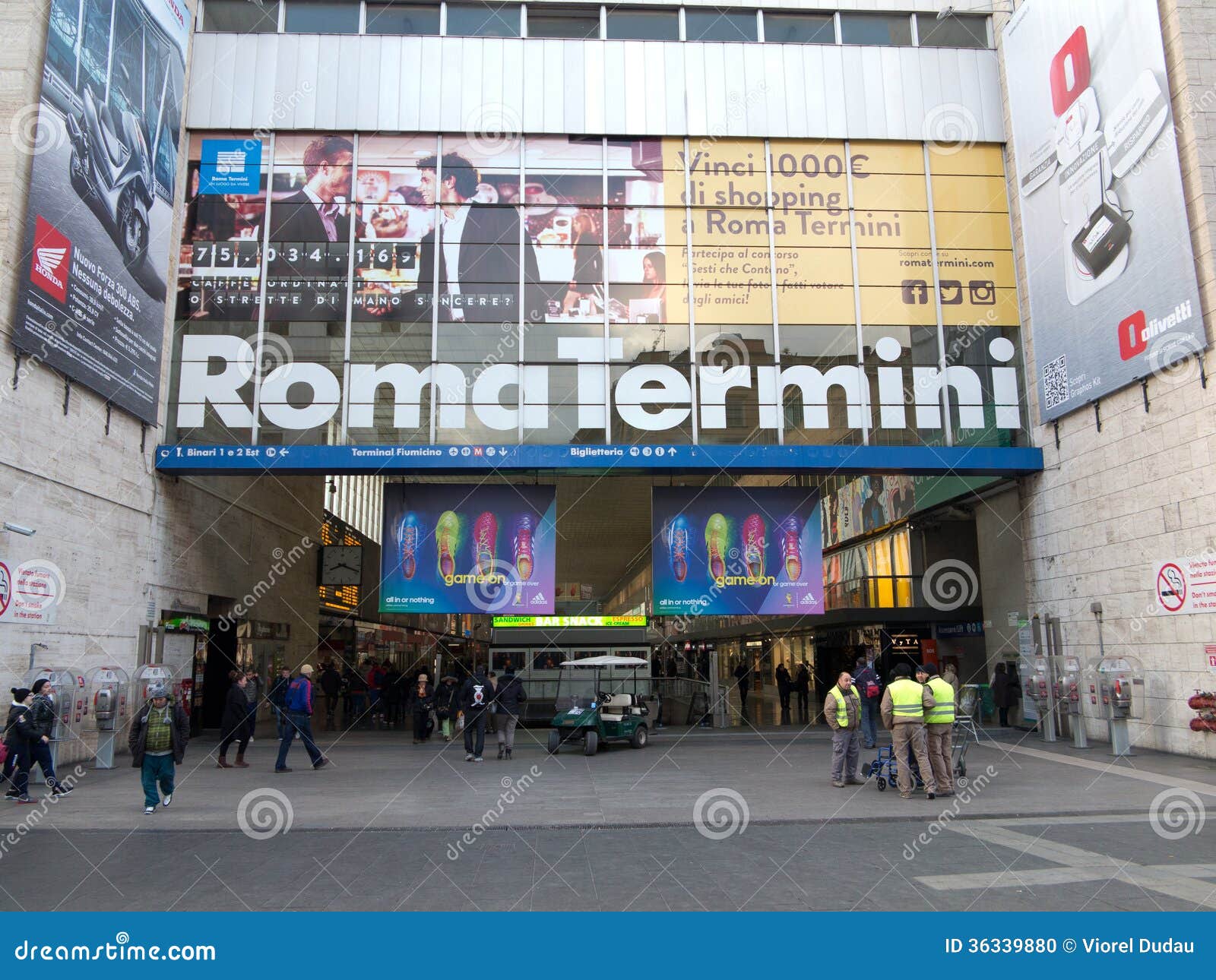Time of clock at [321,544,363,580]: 8:18
